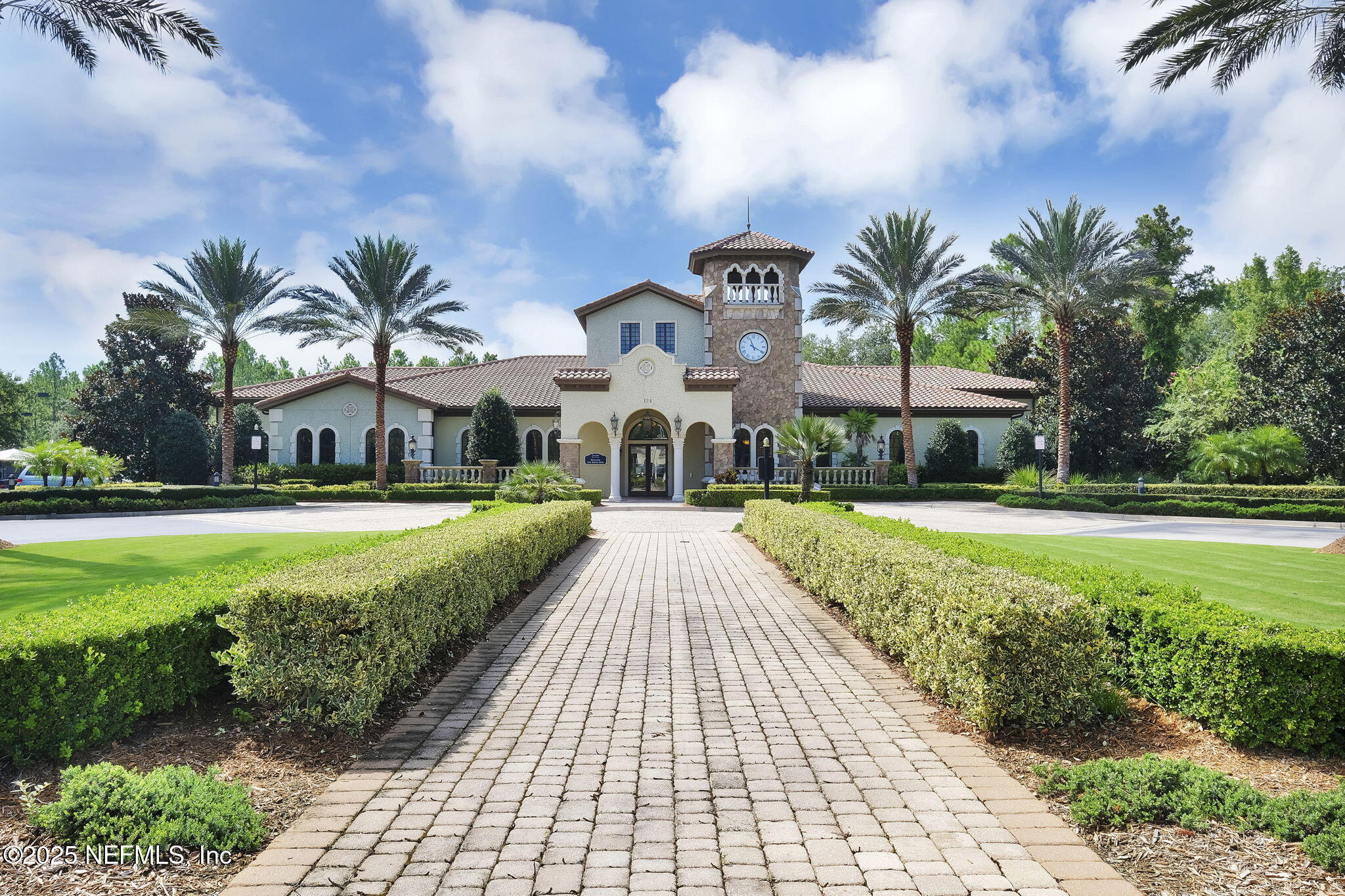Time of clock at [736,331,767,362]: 11:19
